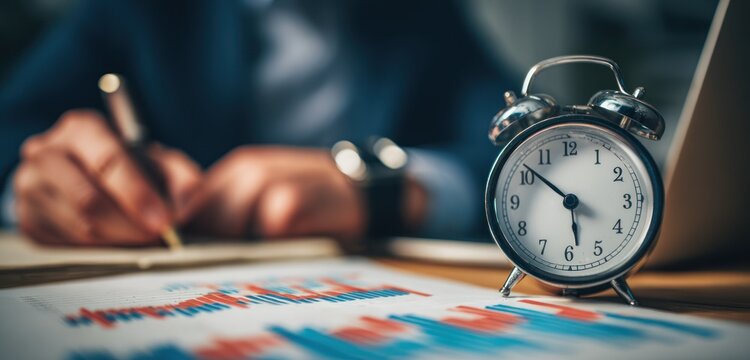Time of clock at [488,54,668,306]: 5:51
